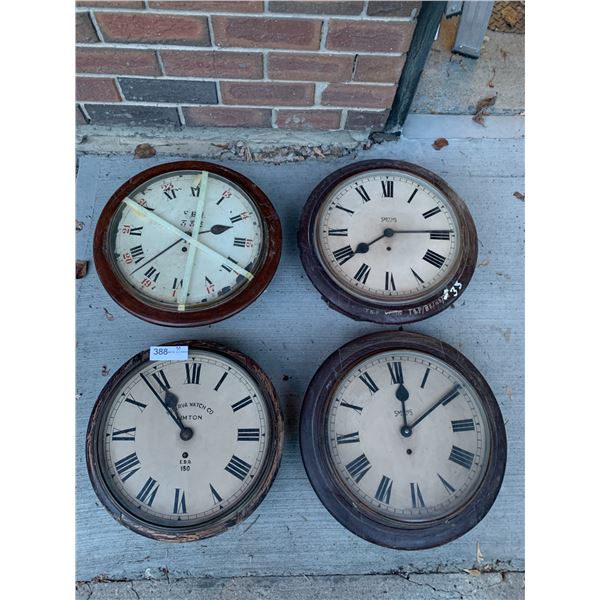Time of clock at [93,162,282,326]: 2:01
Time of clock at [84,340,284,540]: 10:52
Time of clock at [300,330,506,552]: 12:09
